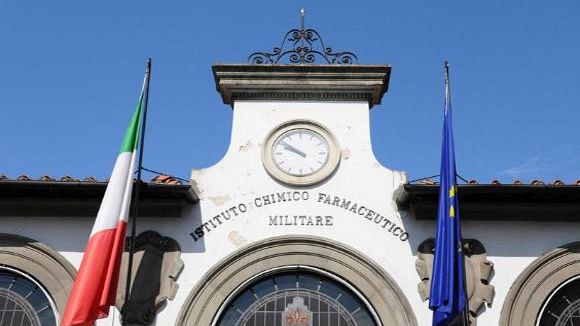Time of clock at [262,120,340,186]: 9:51
